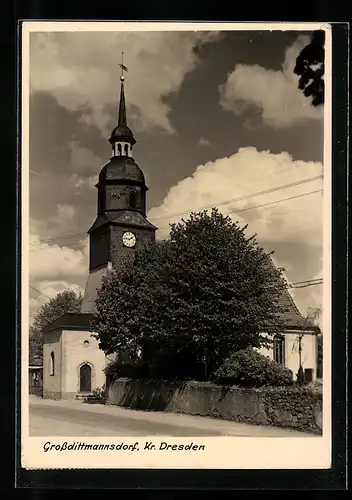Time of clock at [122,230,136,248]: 1:46
